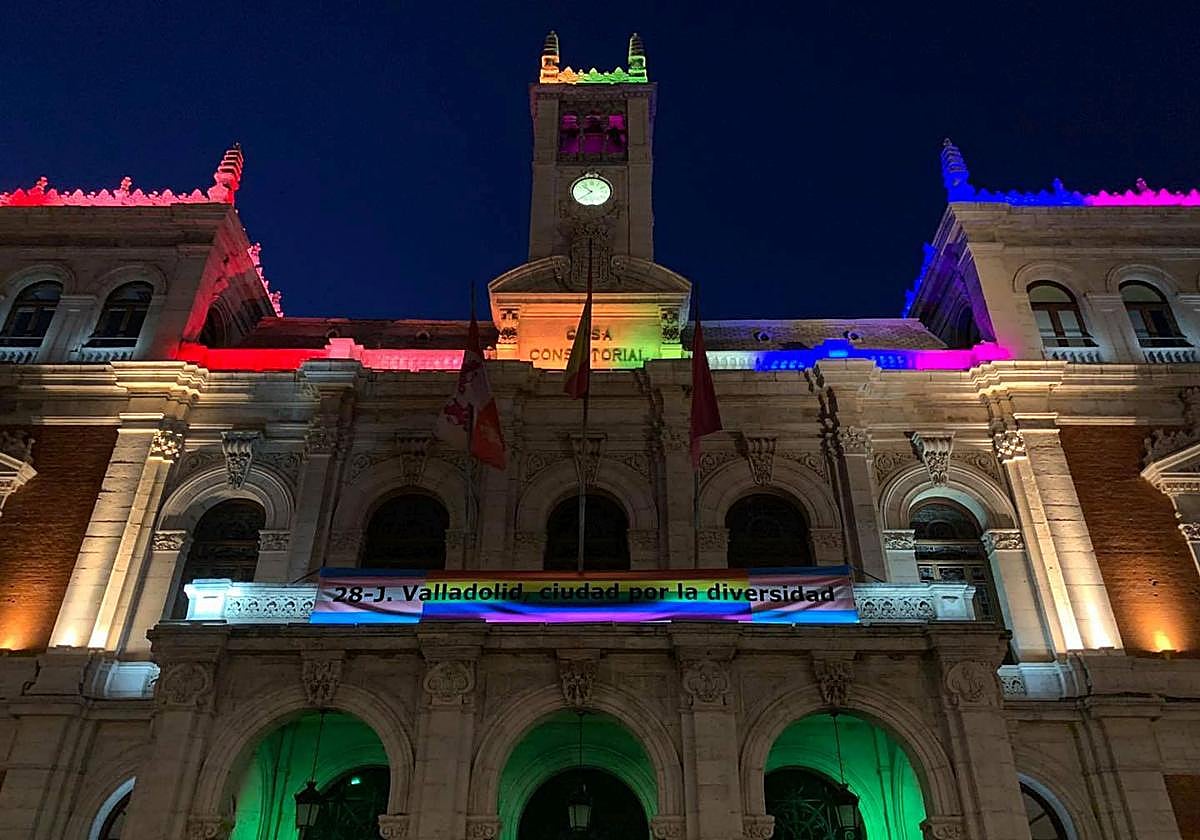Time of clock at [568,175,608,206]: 10:38
